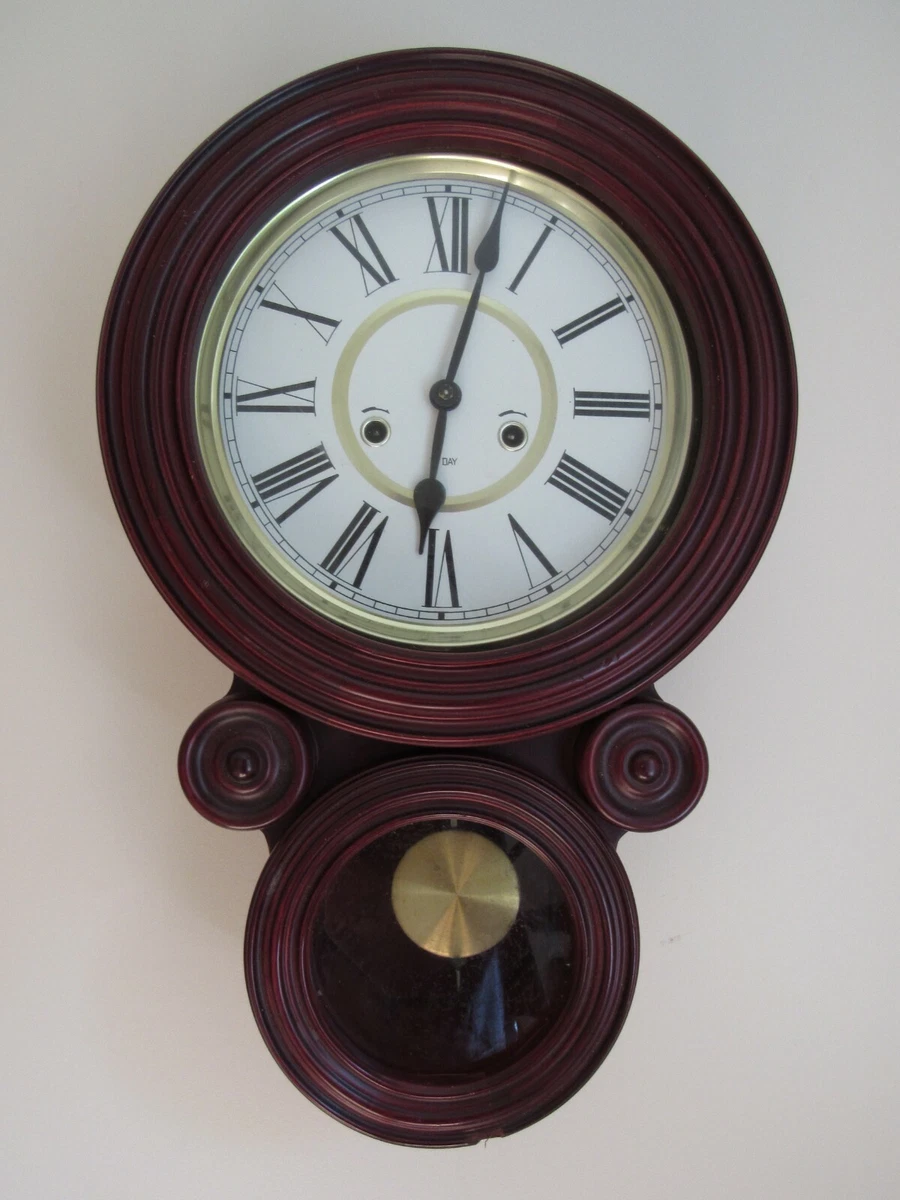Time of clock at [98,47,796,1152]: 6:02
